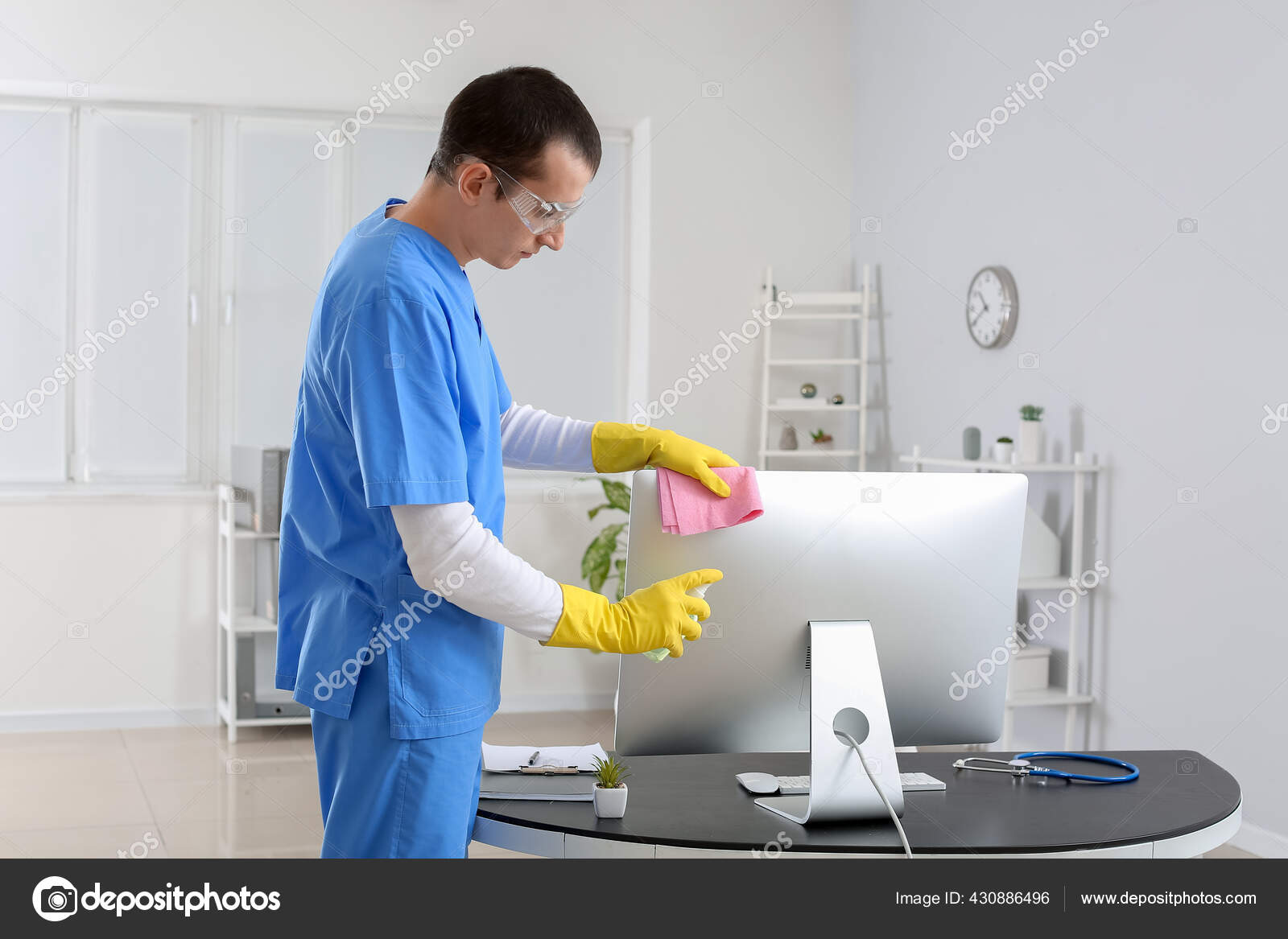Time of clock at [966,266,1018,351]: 10:39
